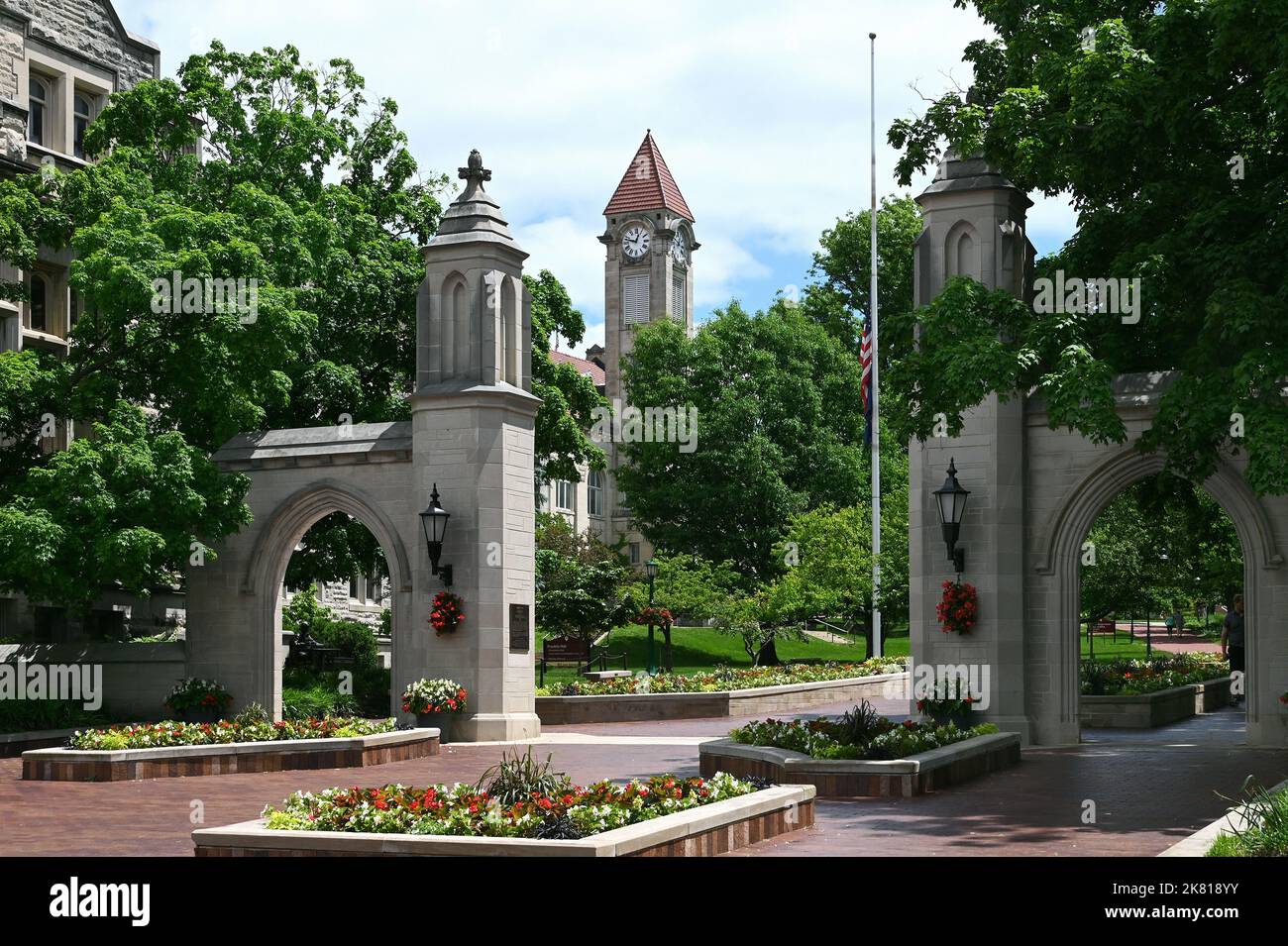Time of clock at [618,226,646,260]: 12:47
